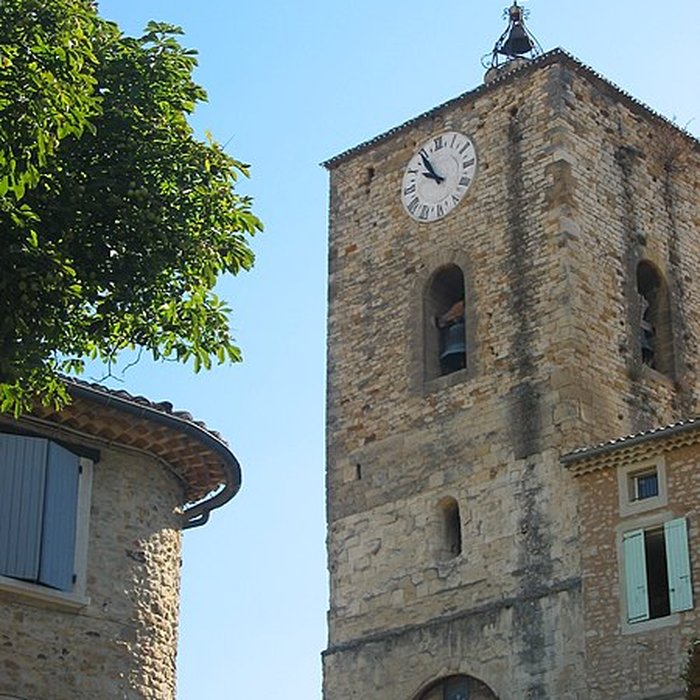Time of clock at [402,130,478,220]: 9:54
